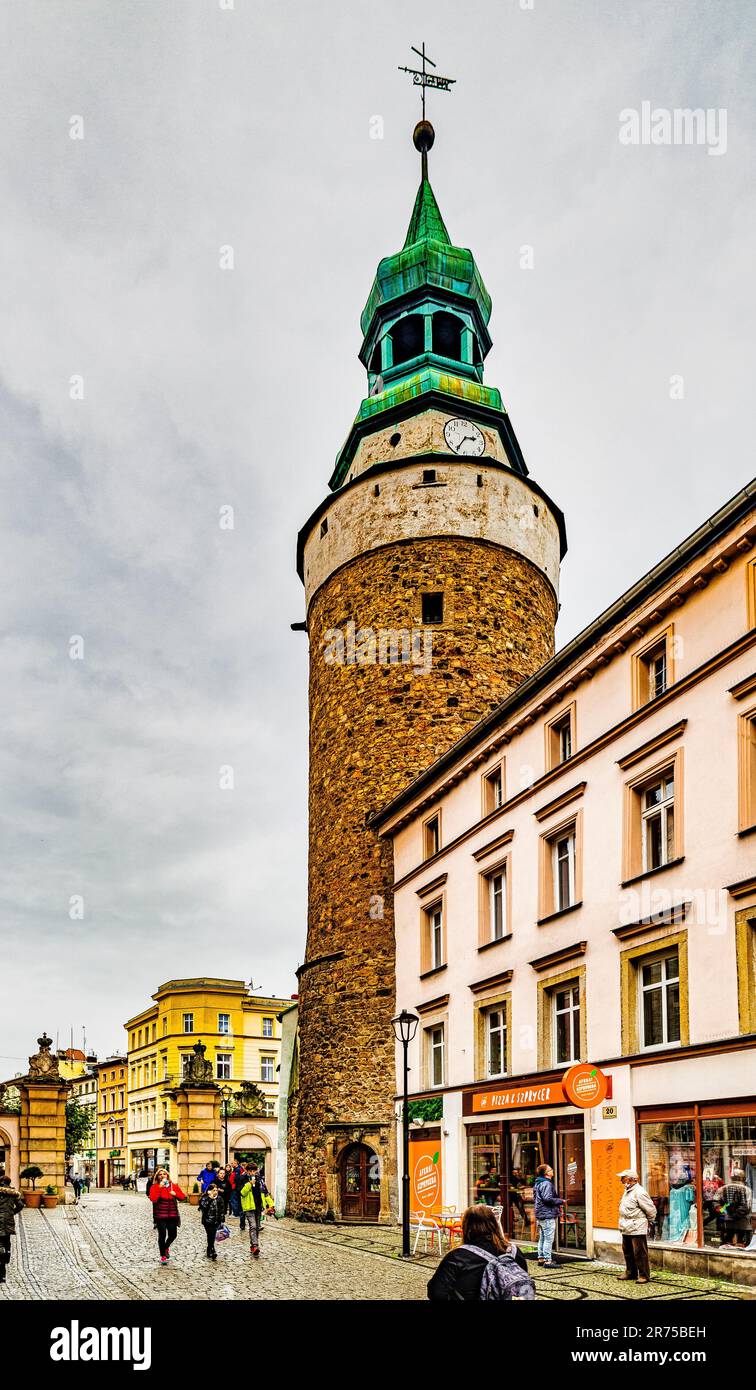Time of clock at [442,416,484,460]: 2:35
